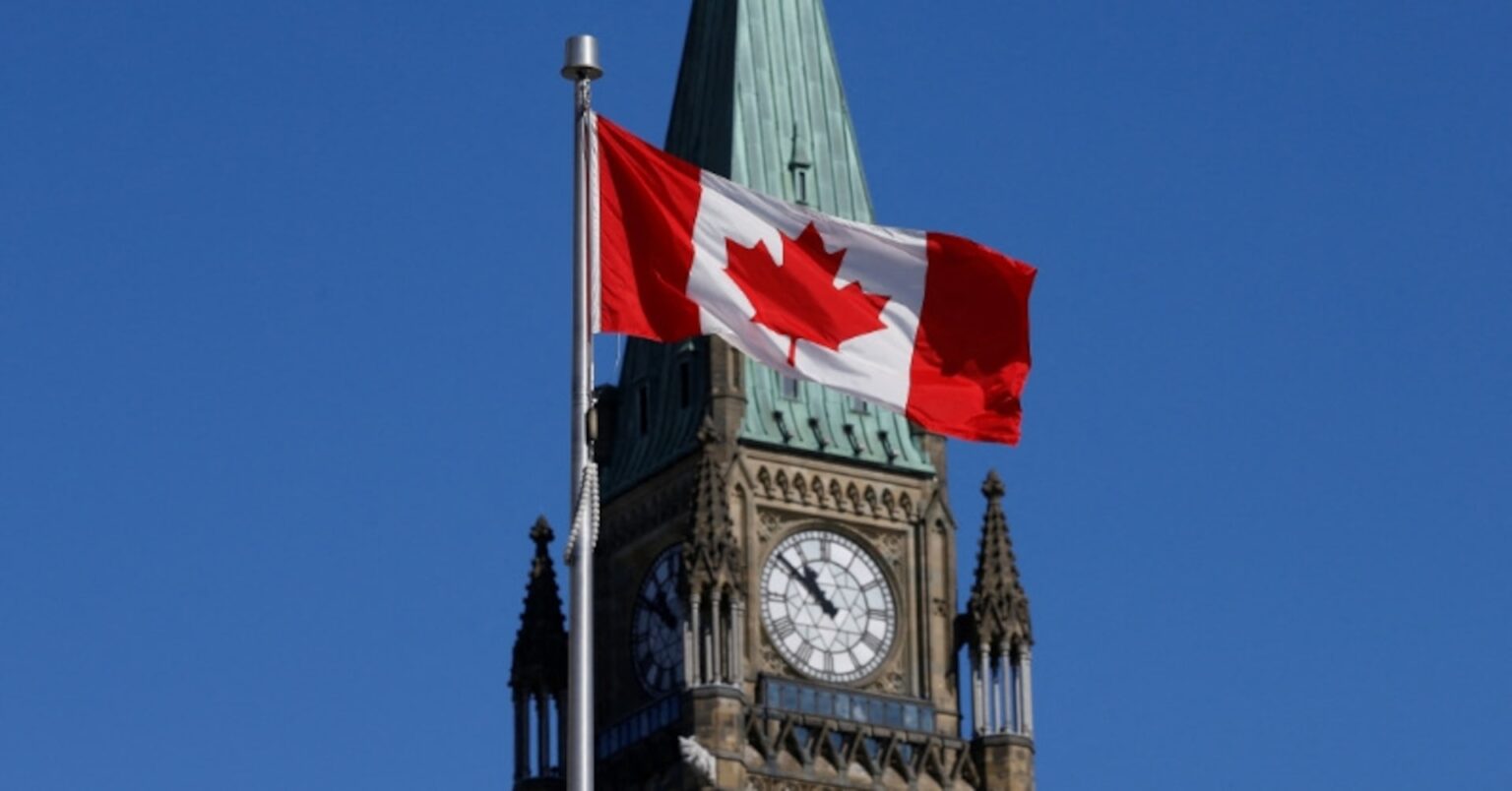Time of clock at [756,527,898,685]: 10:51
